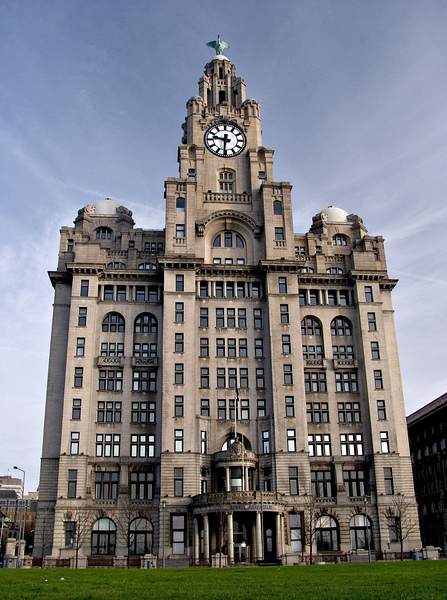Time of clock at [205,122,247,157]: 9:31
